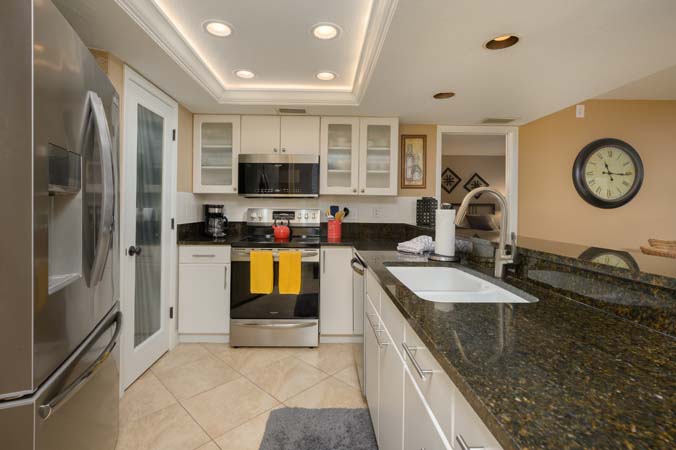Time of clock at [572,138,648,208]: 11:15
